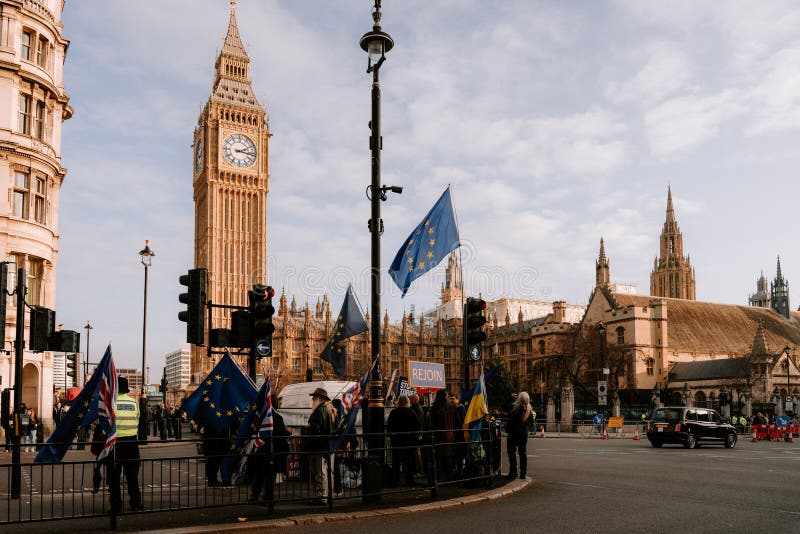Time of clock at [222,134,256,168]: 2:16
